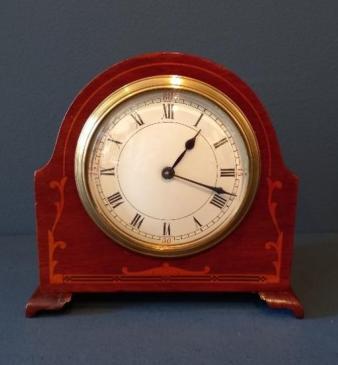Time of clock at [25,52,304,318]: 1:18
